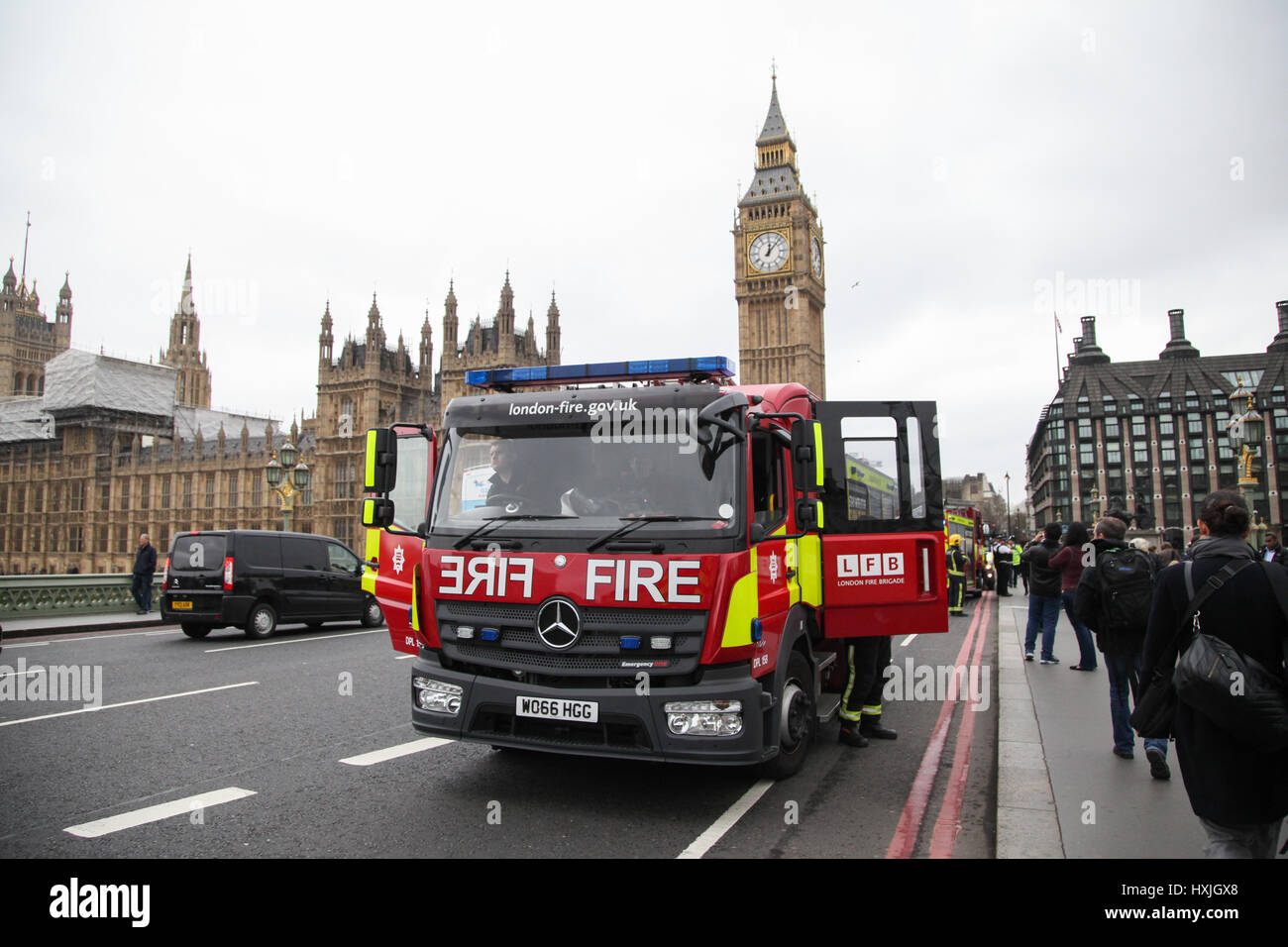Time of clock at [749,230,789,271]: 12:07
